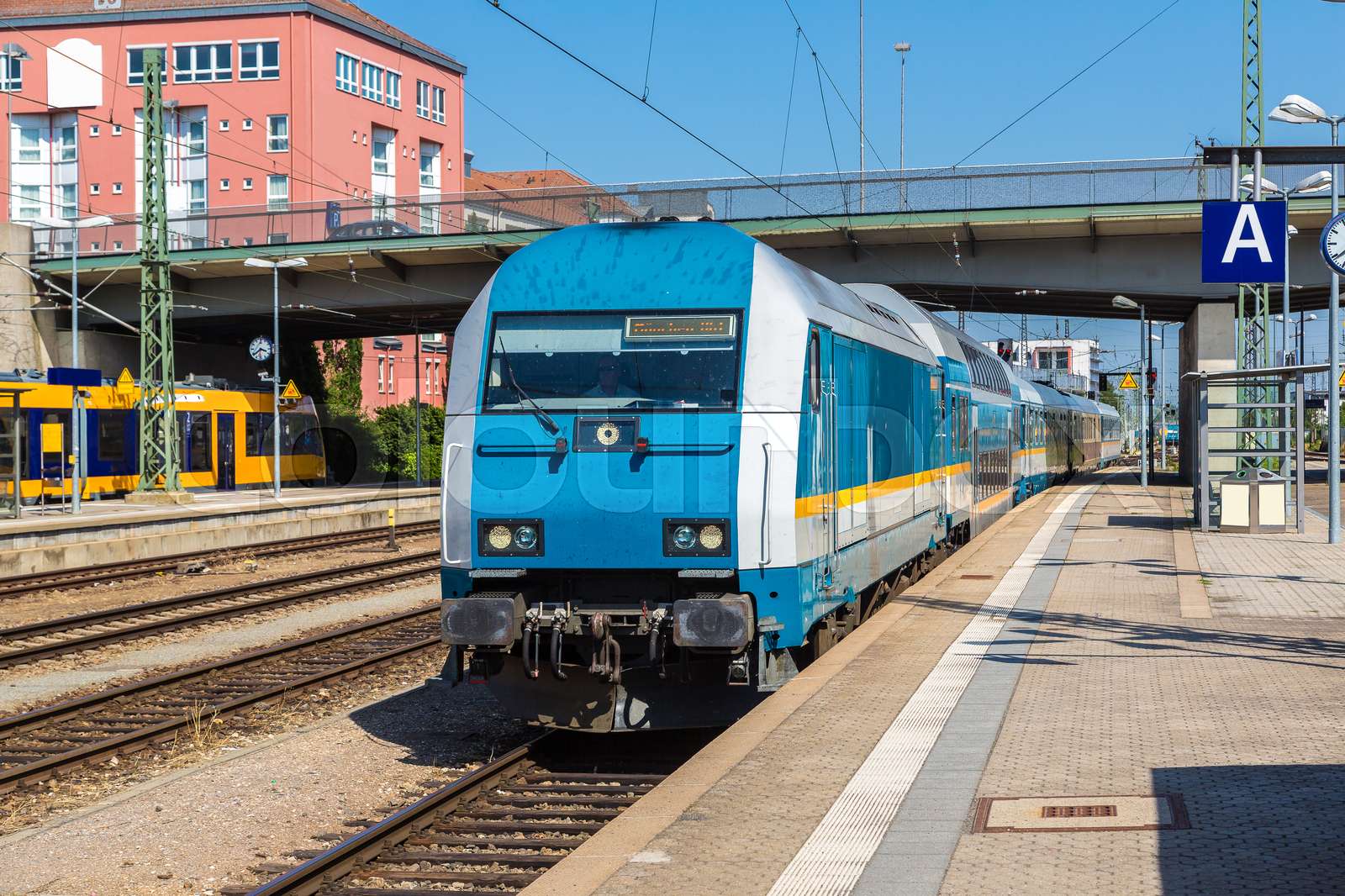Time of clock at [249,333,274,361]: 3:38
